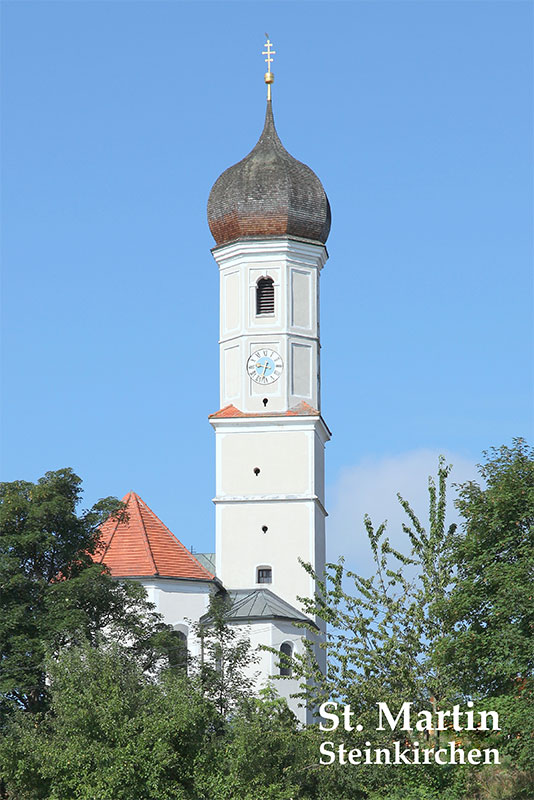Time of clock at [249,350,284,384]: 3:32
